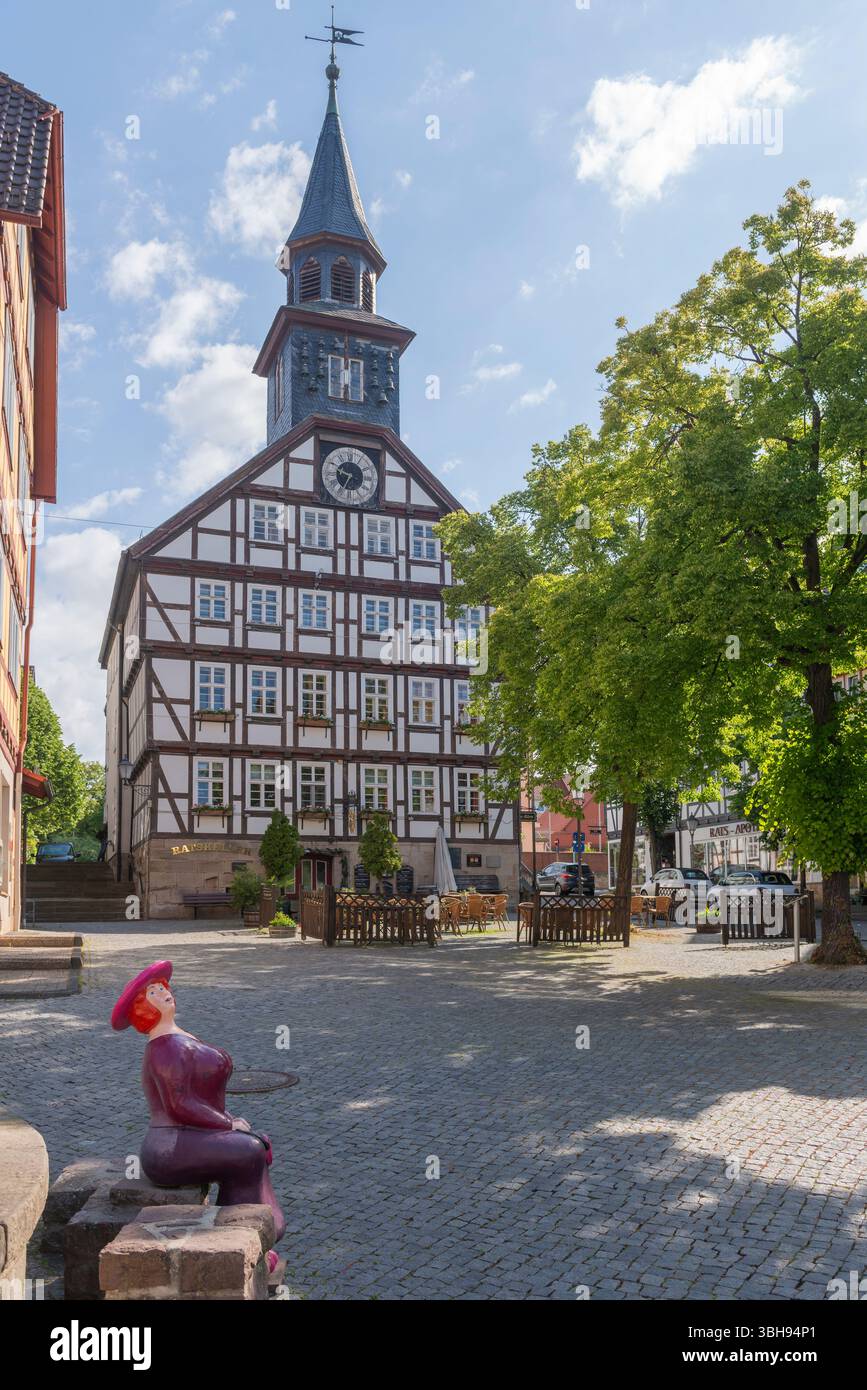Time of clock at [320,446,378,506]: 9:34
